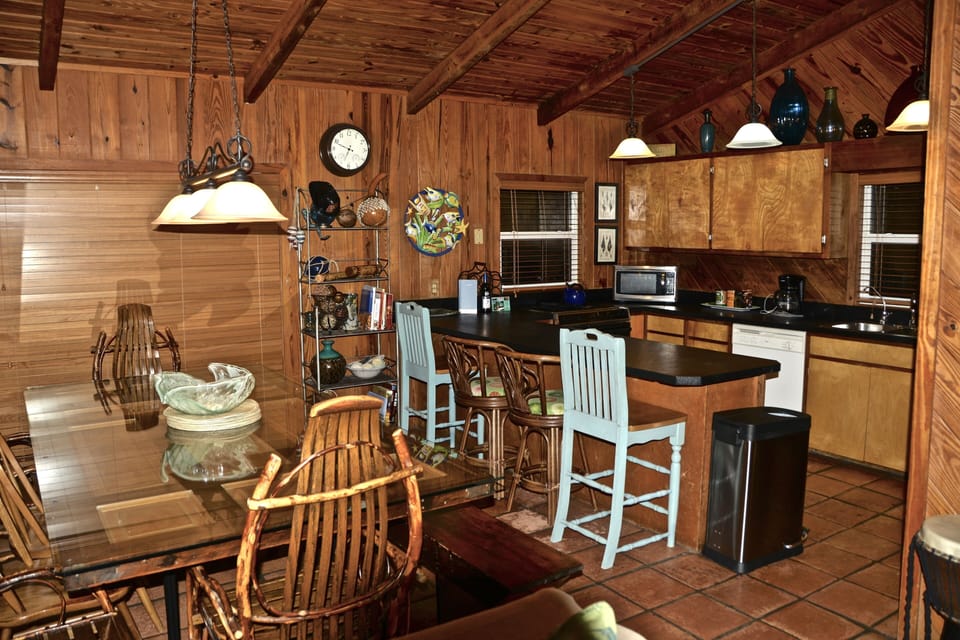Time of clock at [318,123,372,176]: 6:48
